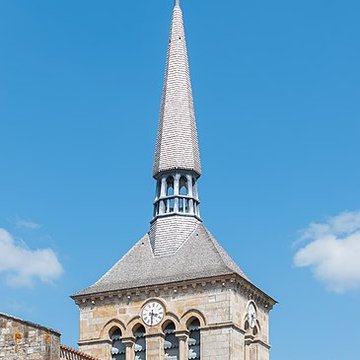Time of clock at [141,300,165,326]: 3:30
